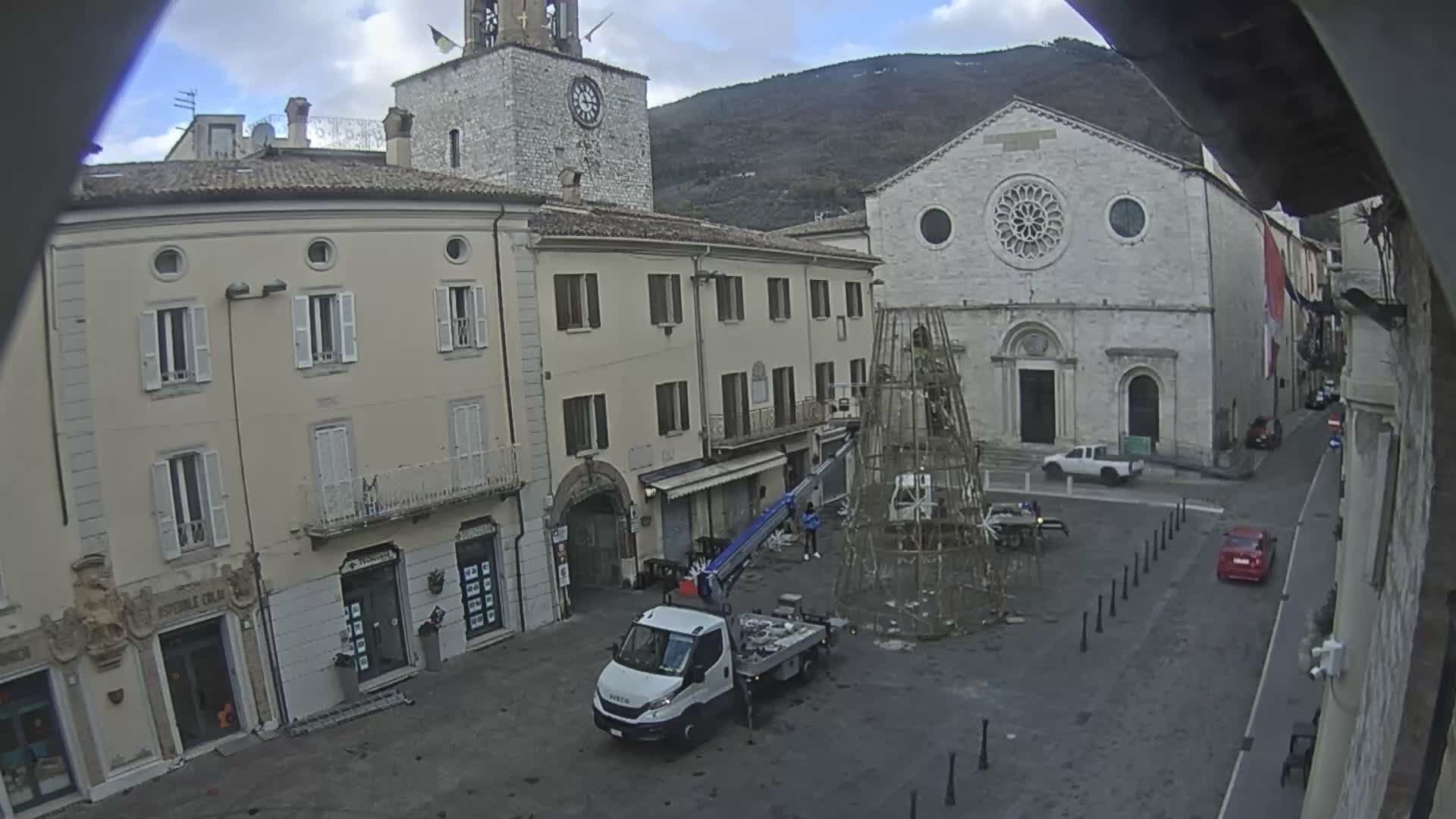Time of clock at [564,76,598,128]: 11:14
